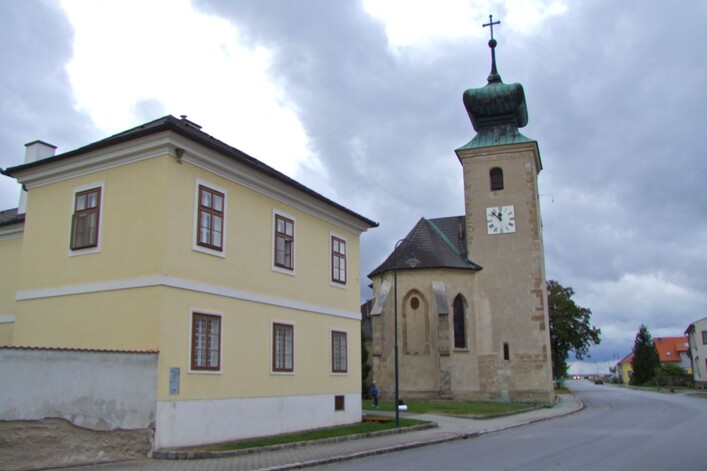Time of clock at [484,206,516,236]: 11:52
